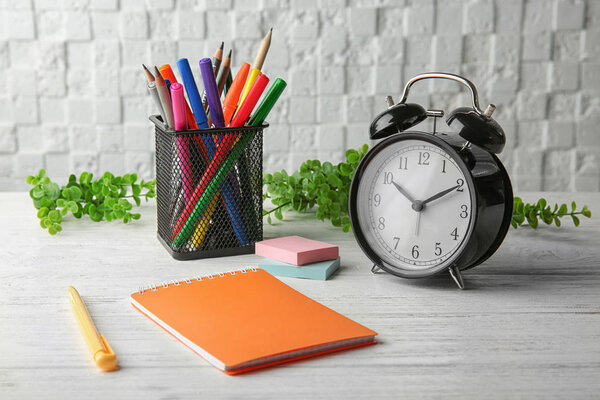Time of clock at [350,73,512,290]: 10:10
